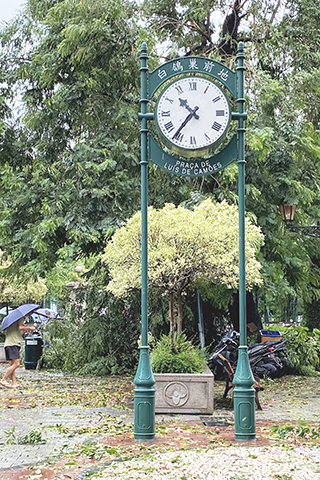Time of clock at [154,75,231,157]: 10:36
